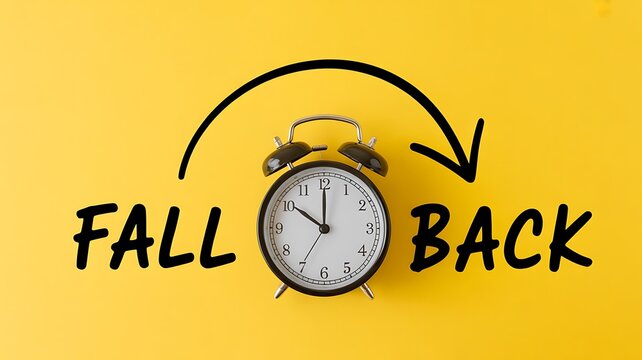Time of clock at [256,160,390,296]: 10:00
